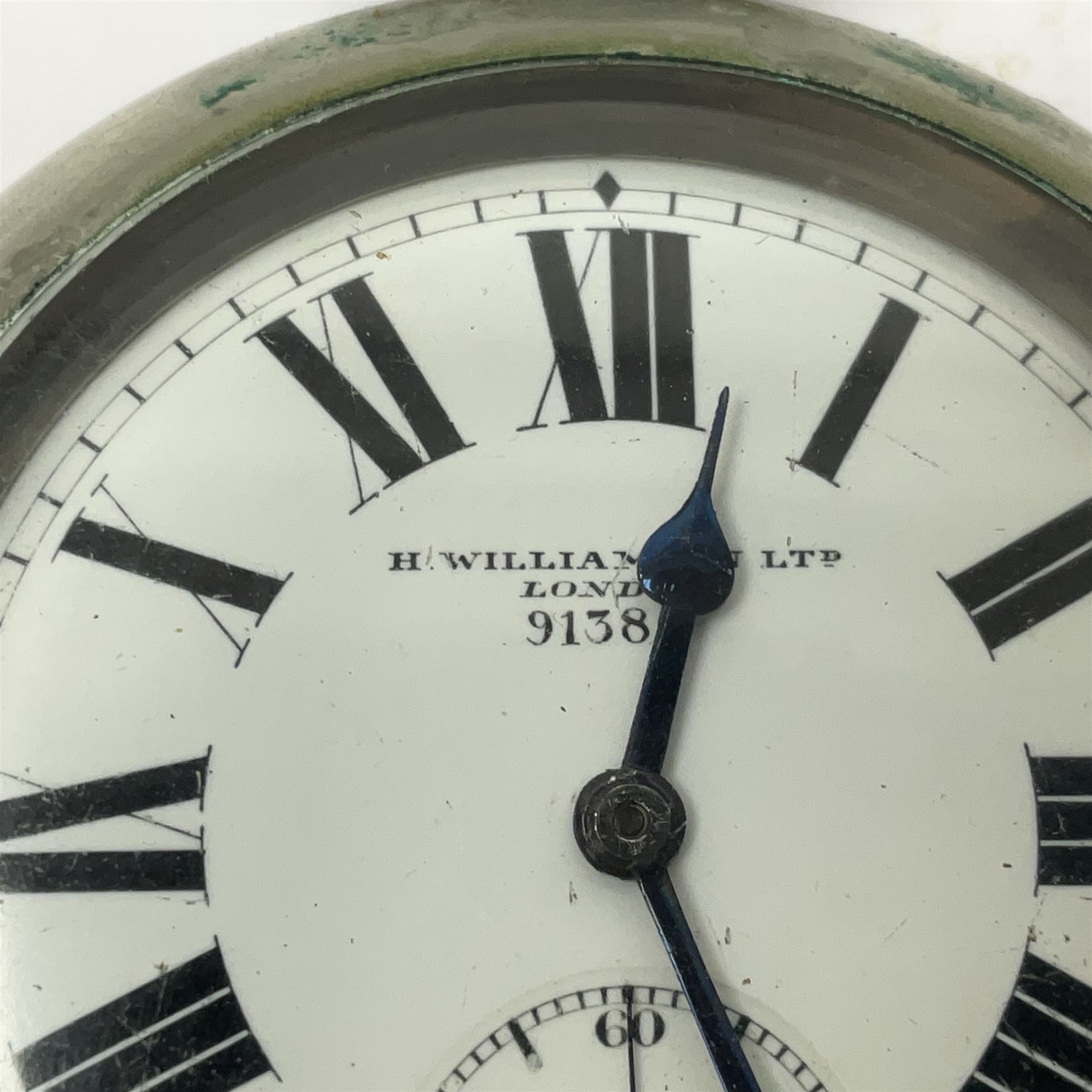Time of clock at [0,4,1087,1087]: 12:26
